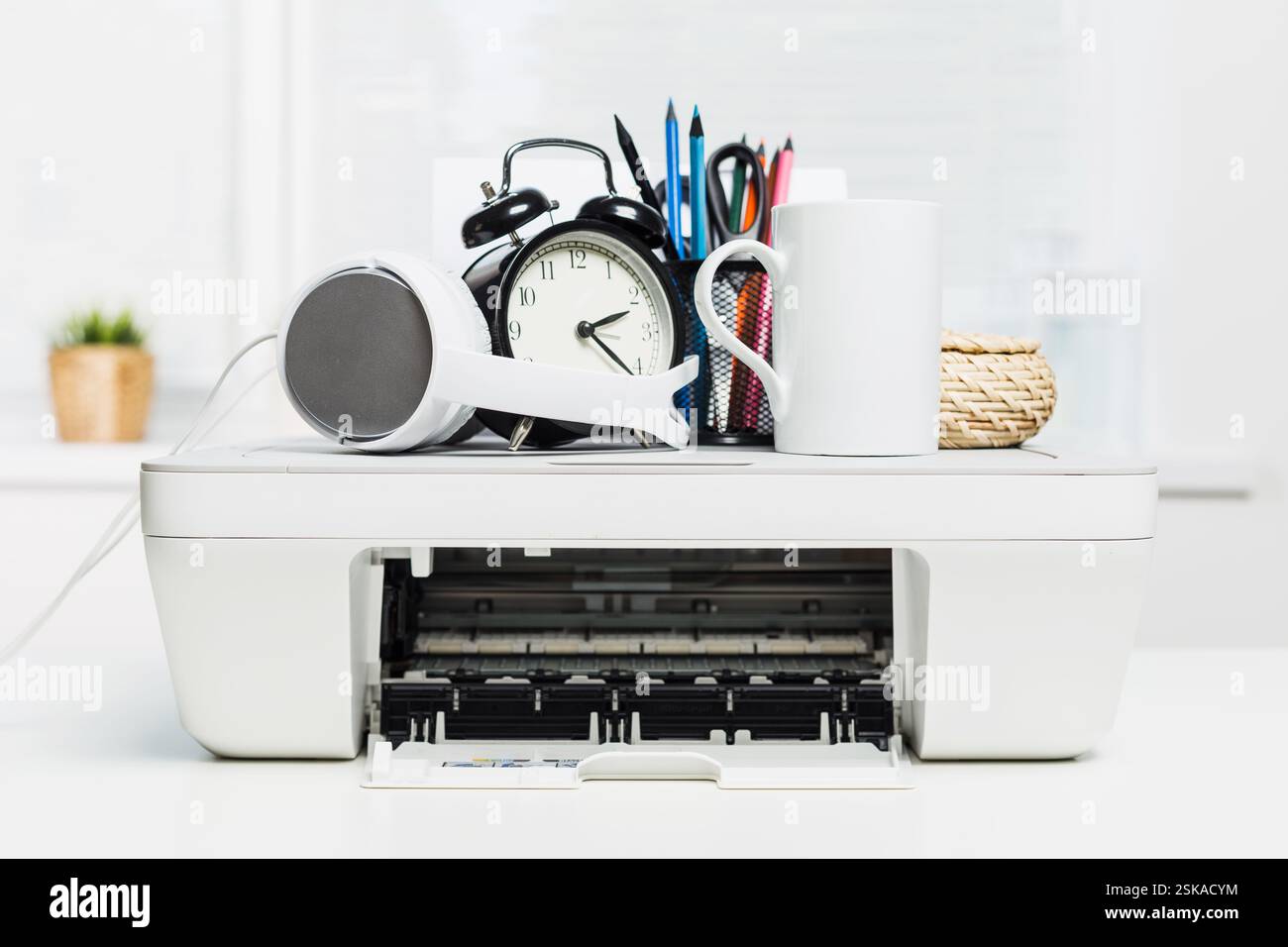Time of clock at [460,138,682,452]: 2:21
